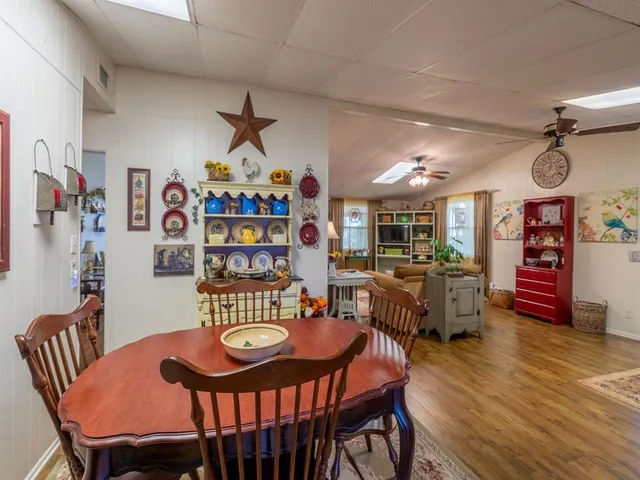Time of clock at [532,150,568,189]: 12:37
